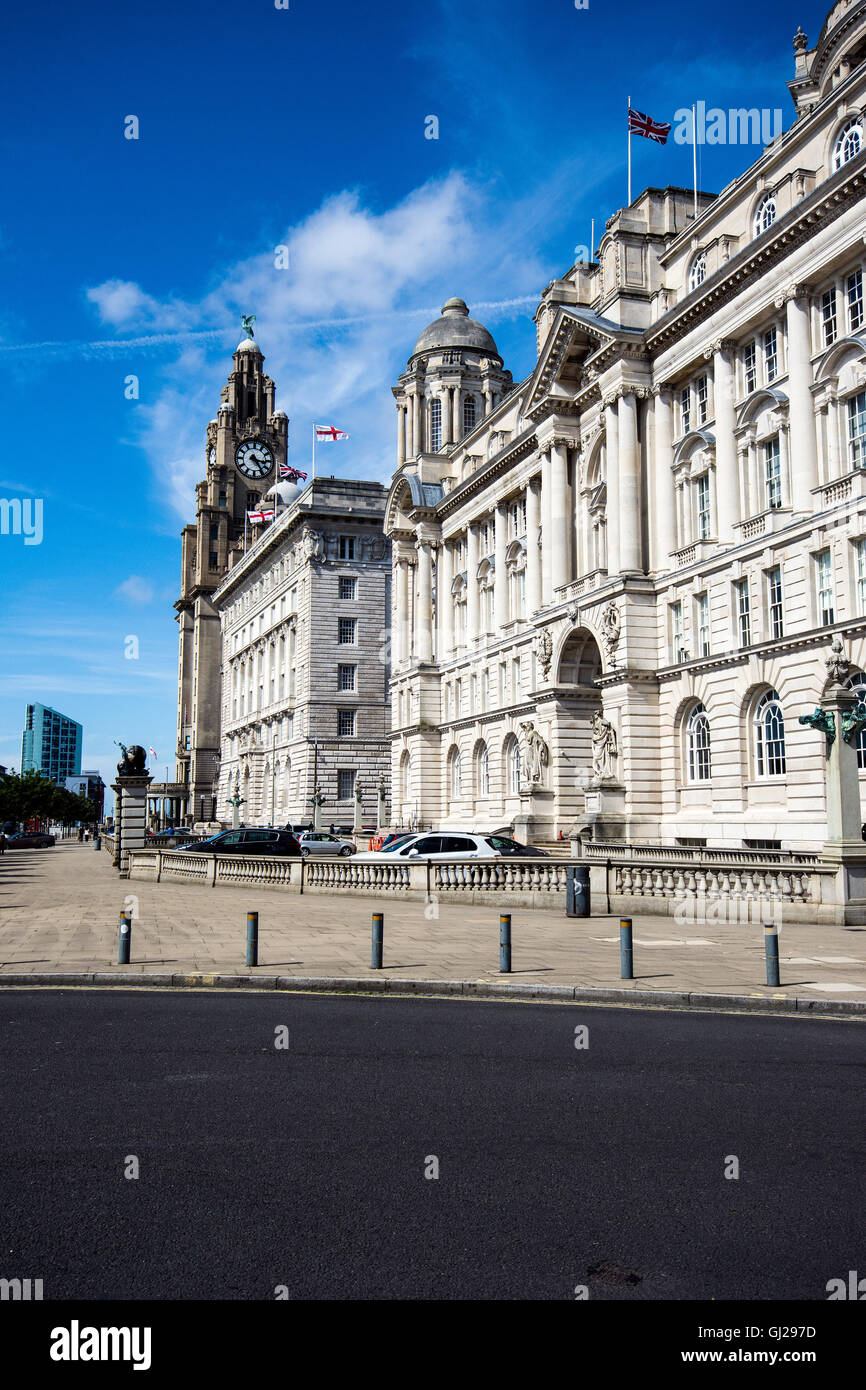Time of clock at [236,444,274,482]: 3:24
